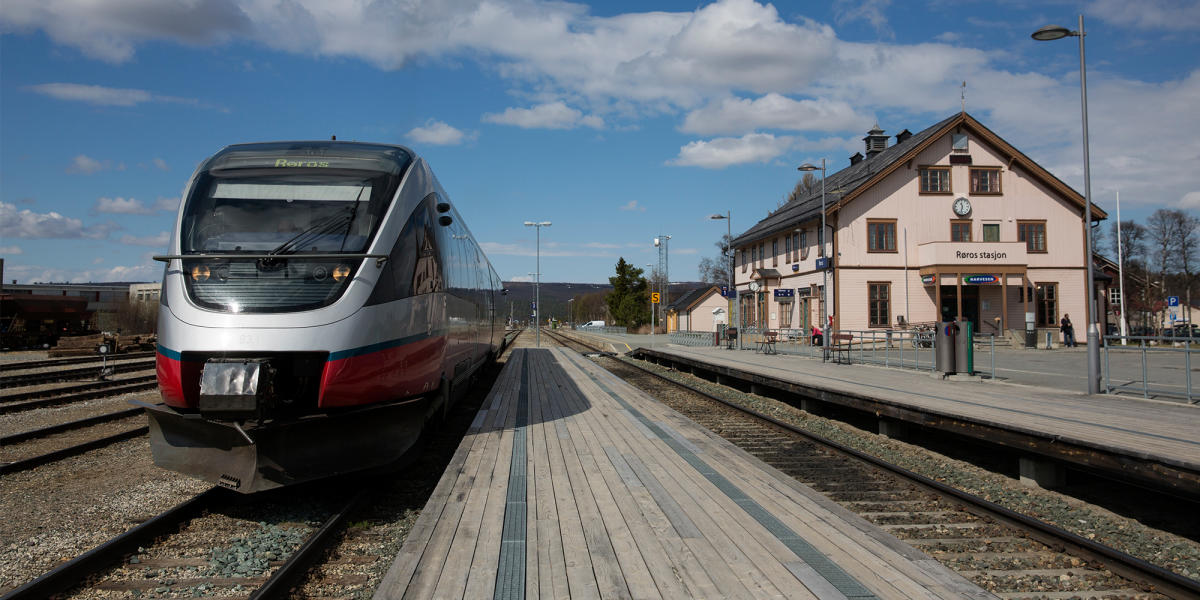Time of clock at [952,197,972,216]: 11:32
